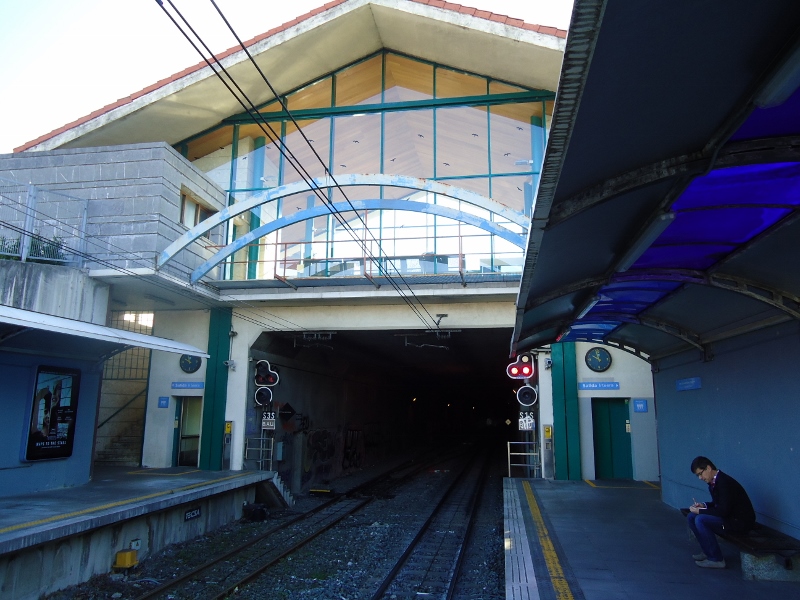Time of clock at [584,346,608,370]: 9:57
